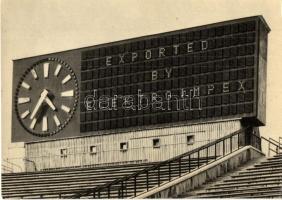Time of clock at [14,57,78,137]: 4:35
